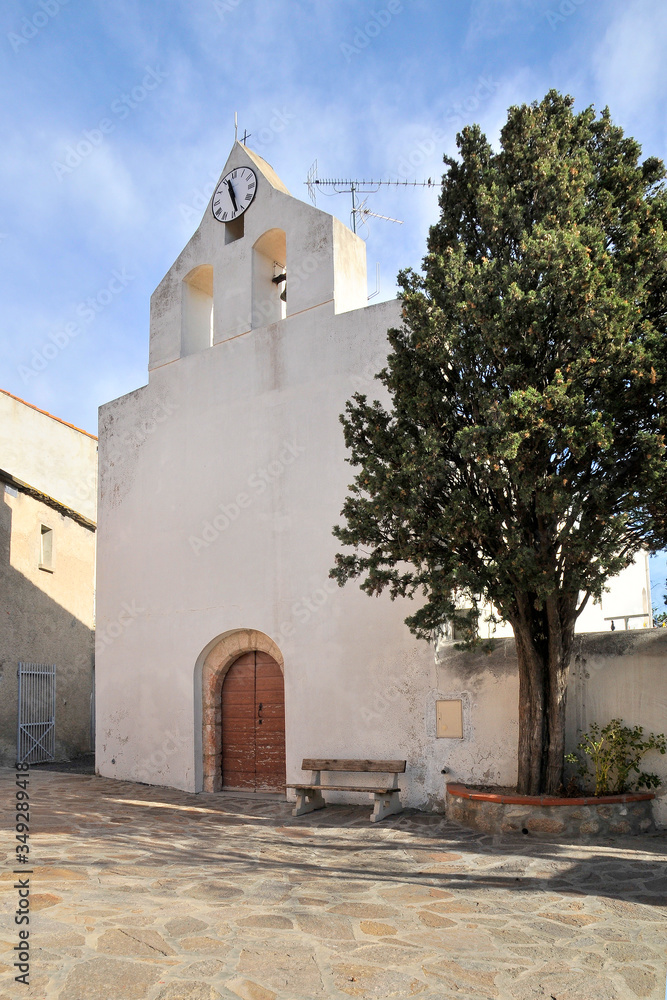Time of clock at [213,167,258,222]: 11:28
